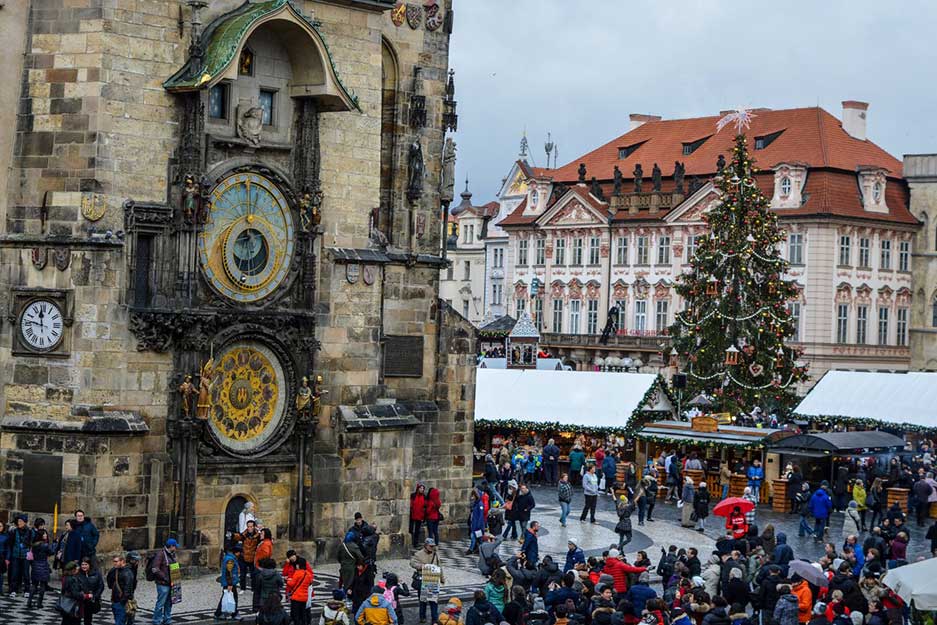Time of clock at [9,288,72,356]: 11:46
